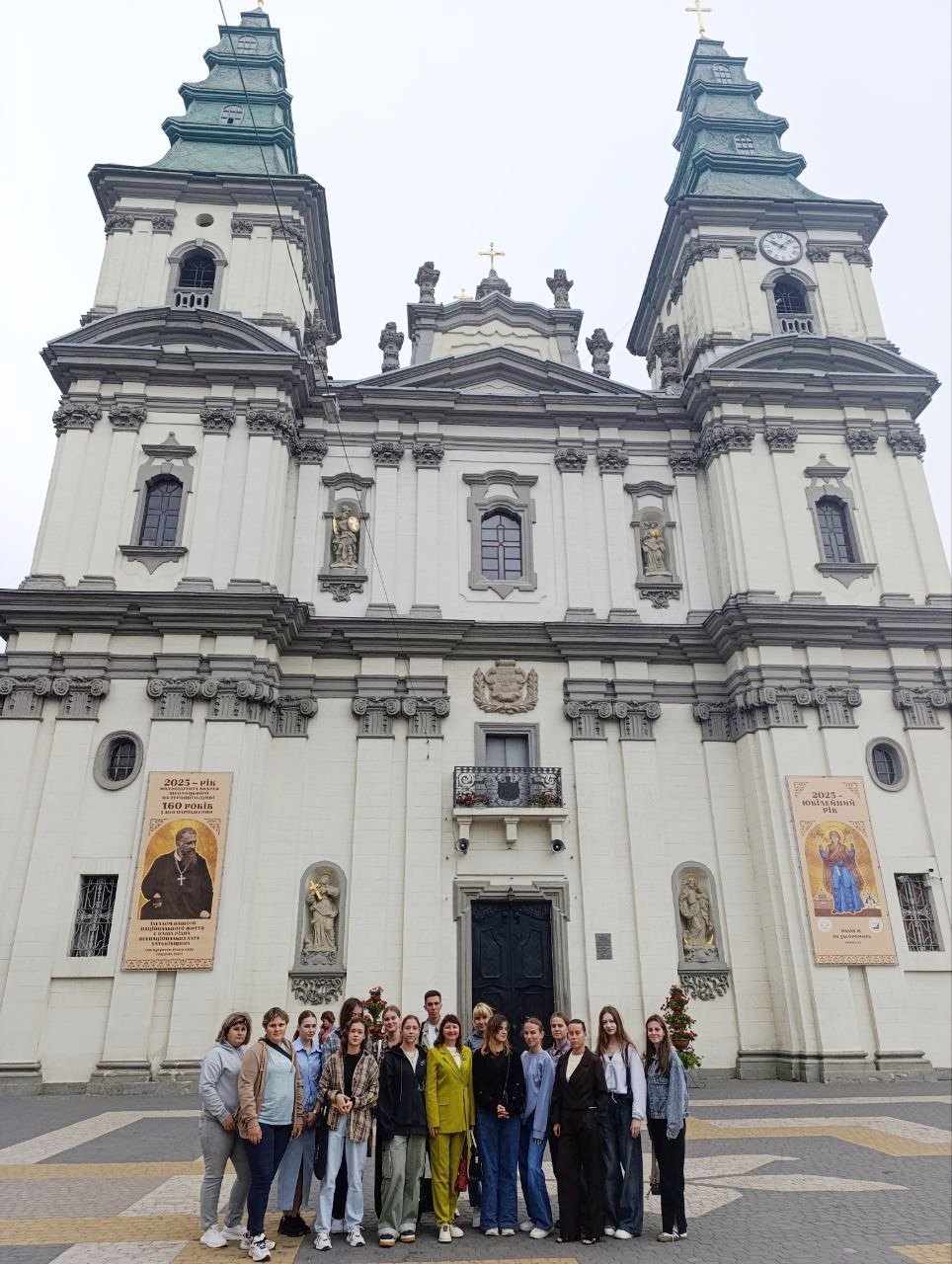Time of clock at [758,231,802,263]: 10:07
